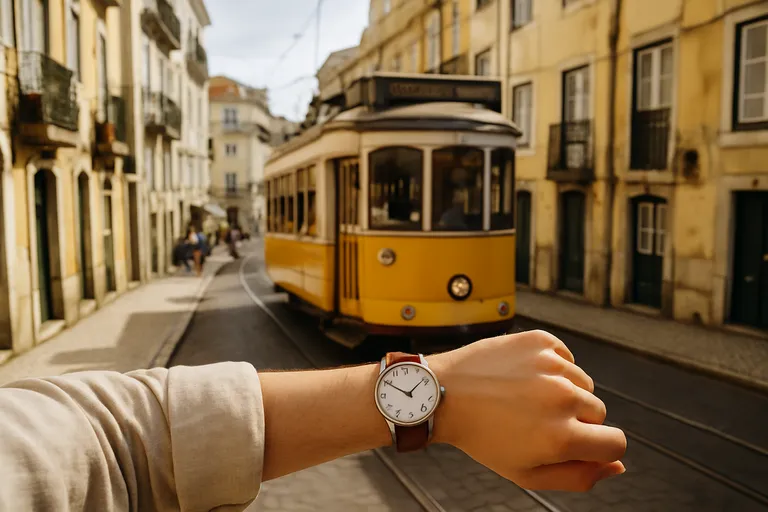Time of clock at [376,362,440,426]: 1:50
